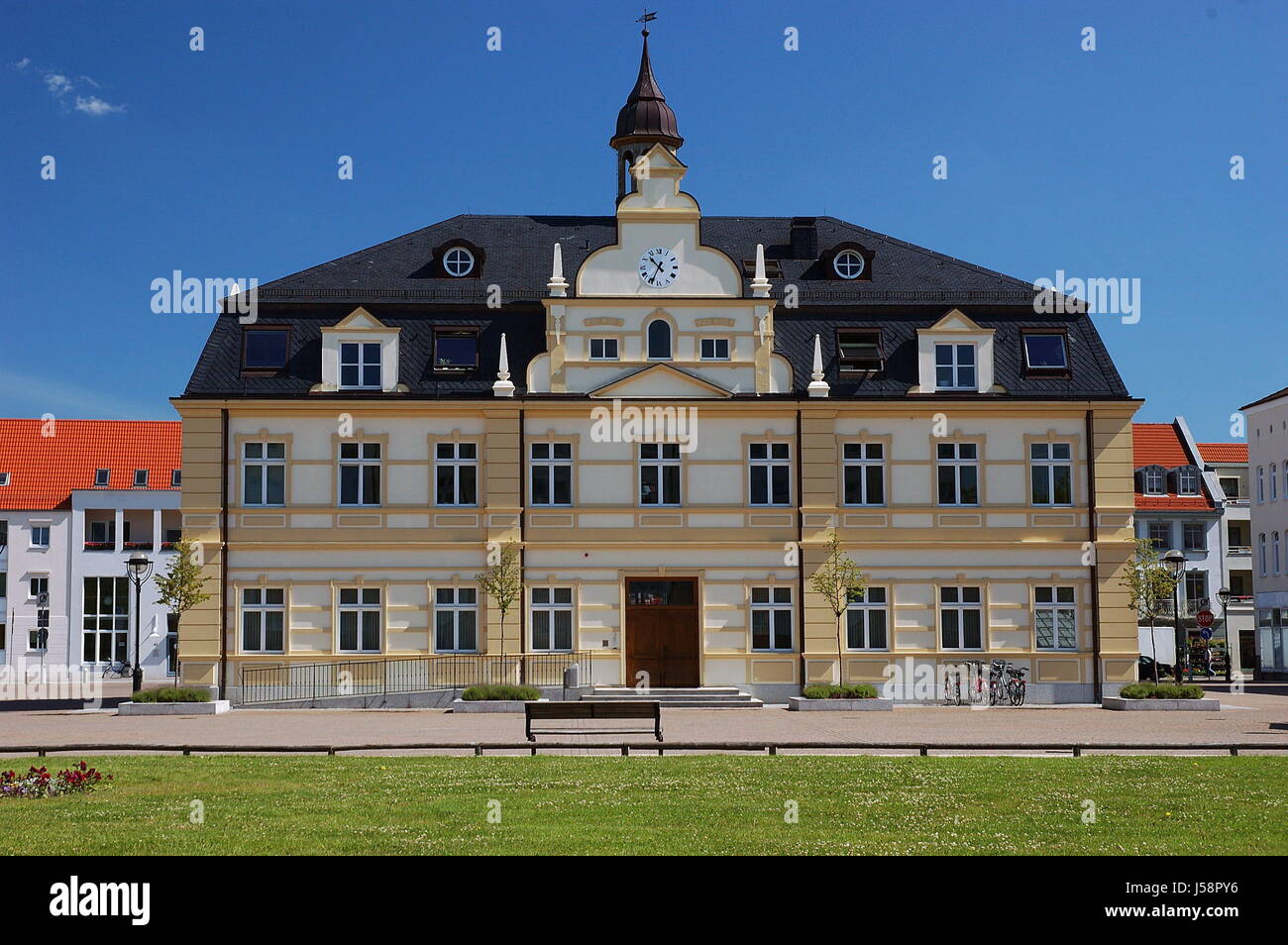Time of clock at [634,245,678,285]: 10:34
